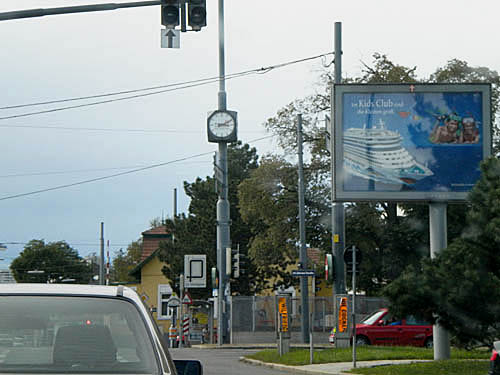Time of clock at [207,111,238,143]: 3:10
